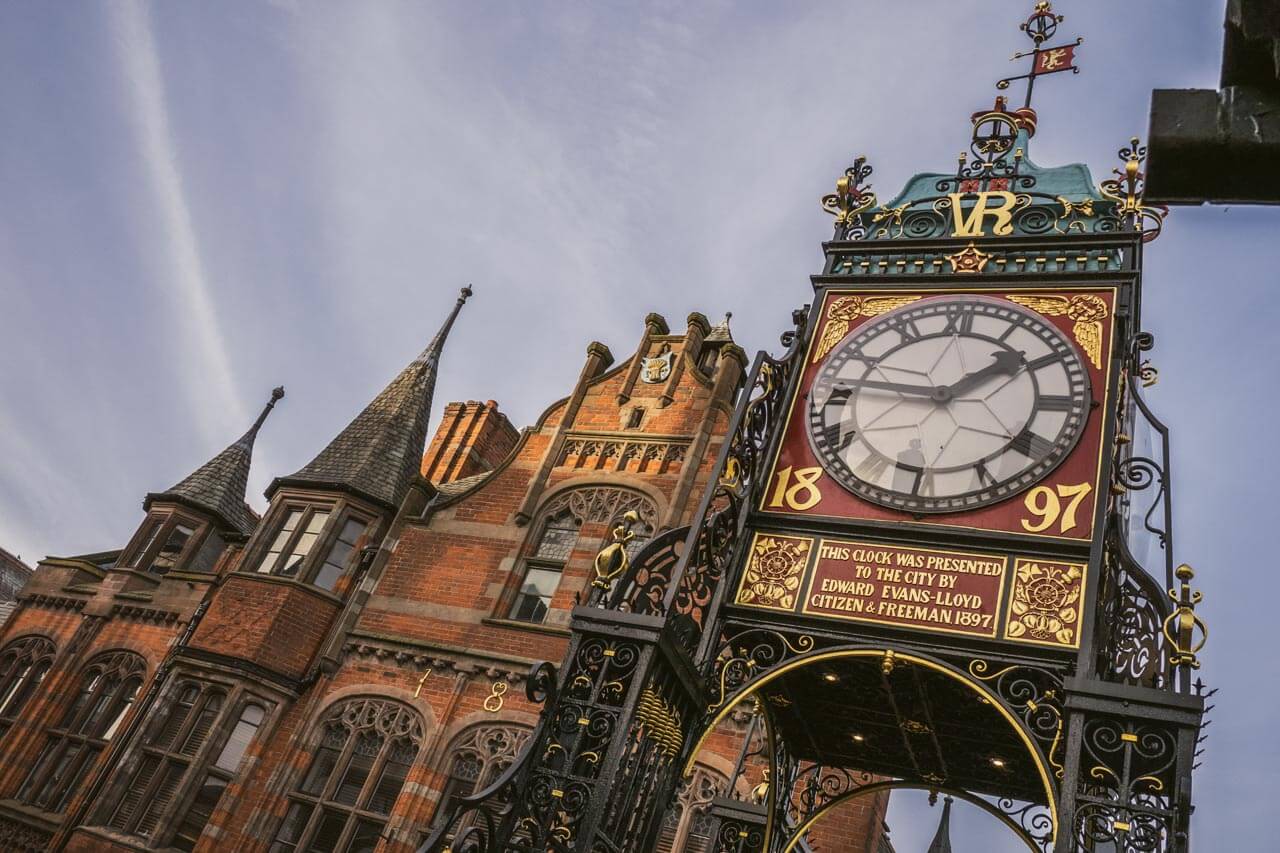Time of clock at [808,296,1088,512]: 1:46
